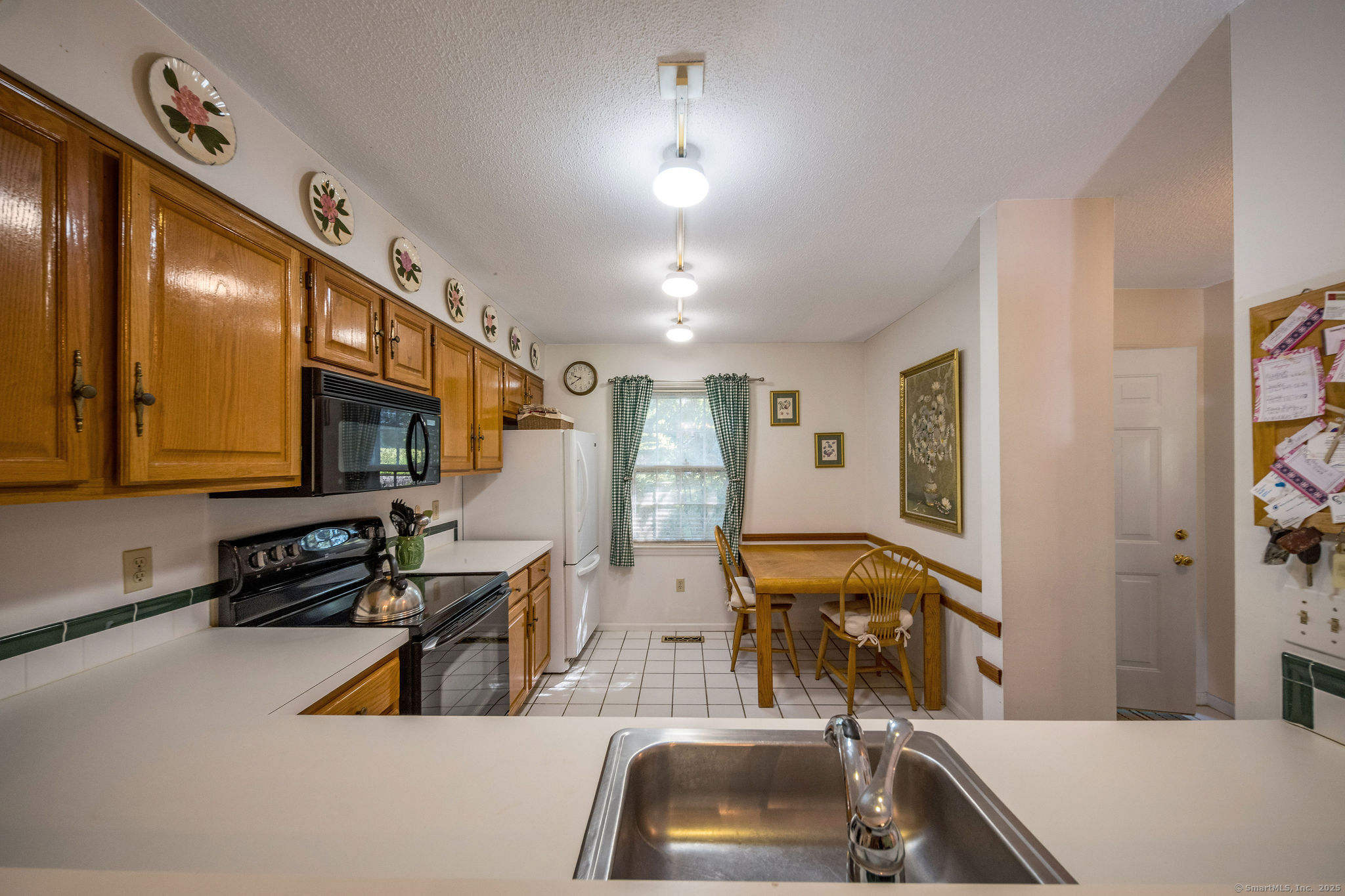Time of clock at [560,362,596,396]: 9:39
